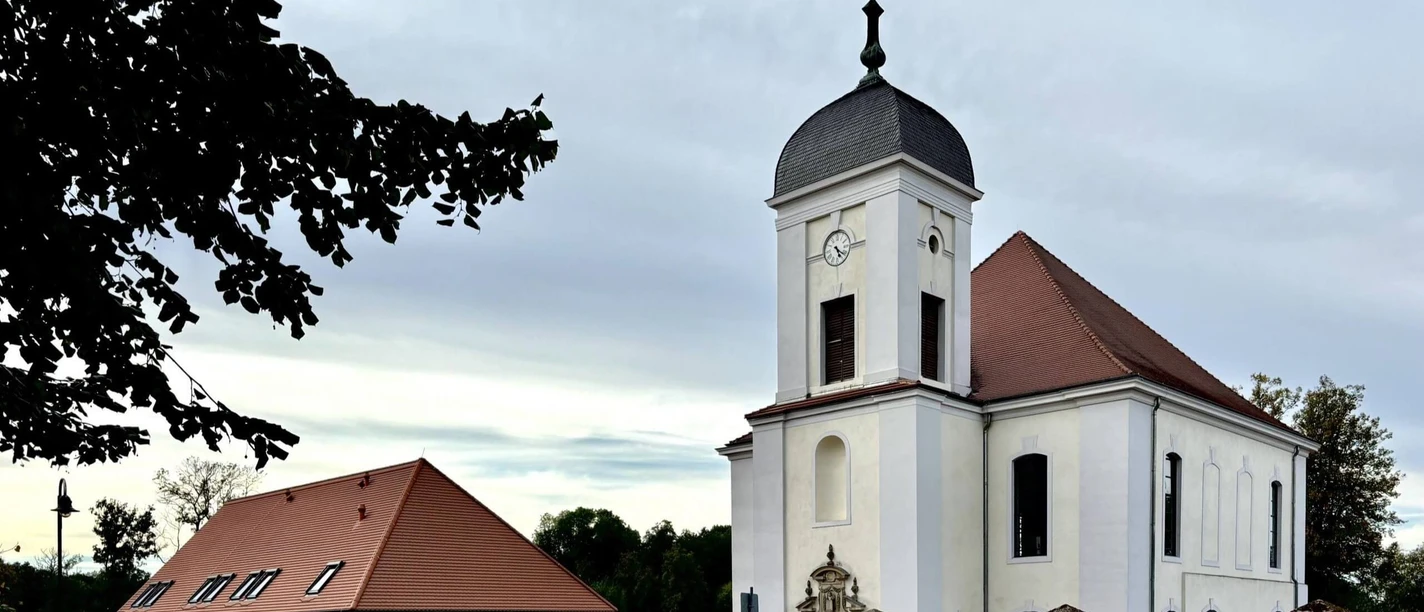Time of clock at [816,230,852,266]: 5:21
